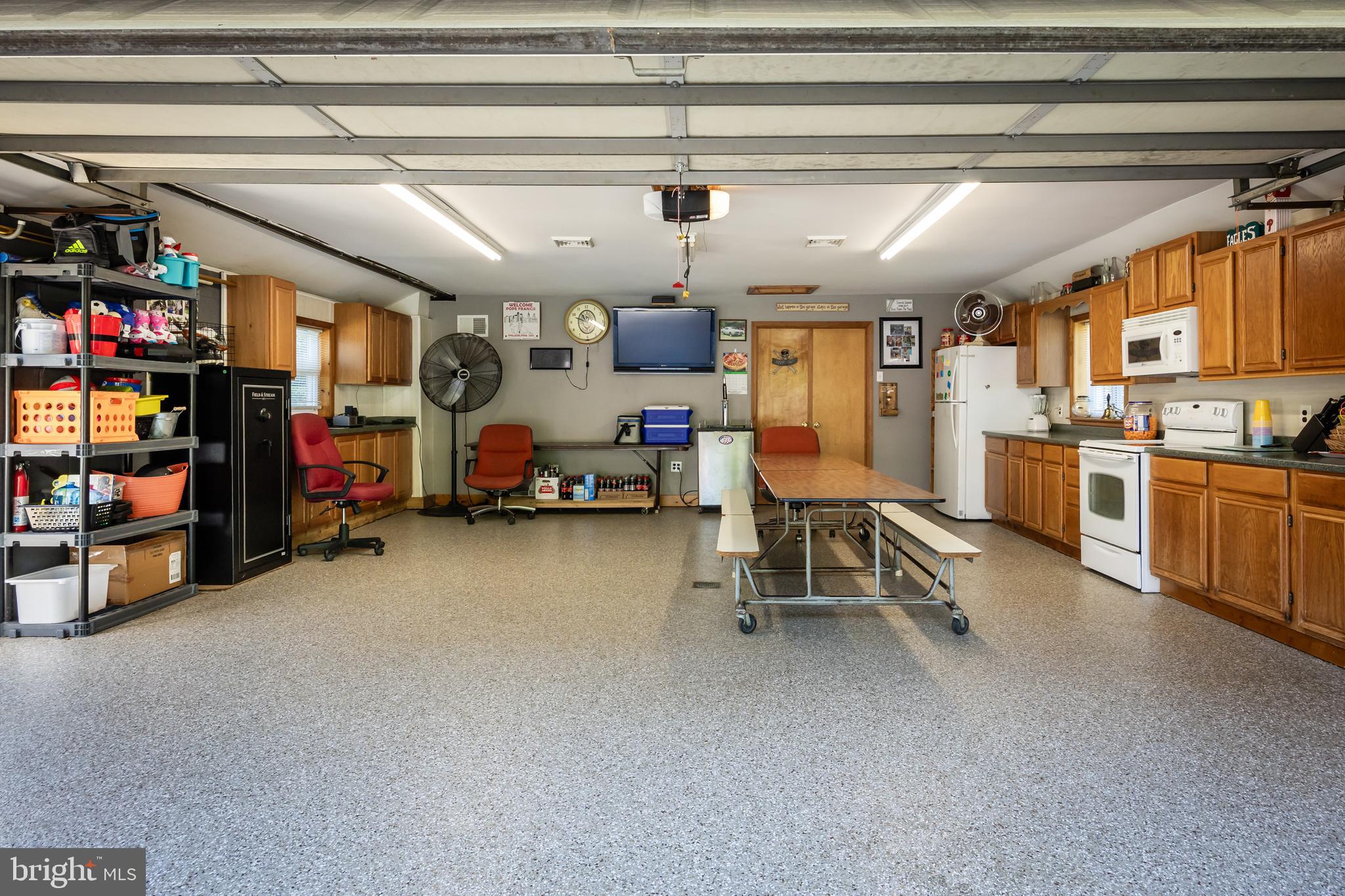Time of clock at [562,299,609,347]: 10:48
